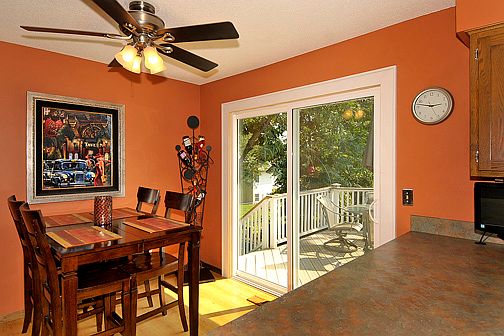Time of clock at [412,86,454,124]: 2:47
